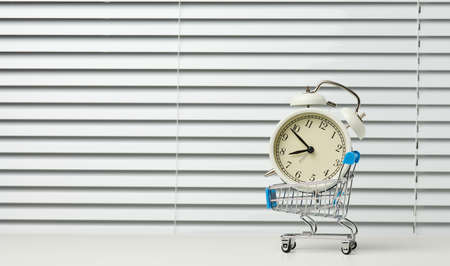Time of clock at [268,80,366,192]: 8:53
